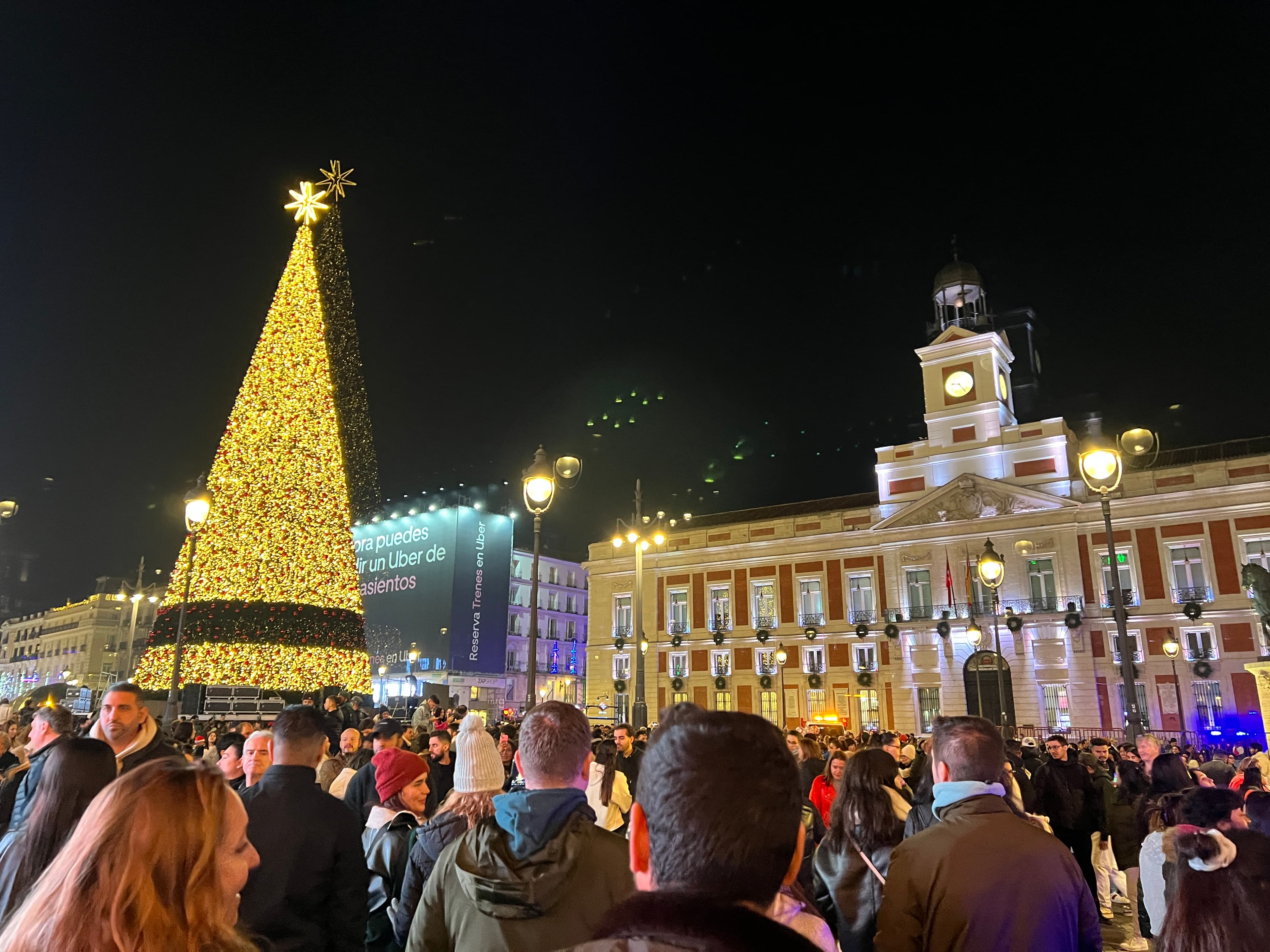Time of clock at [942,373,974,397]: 9:23
